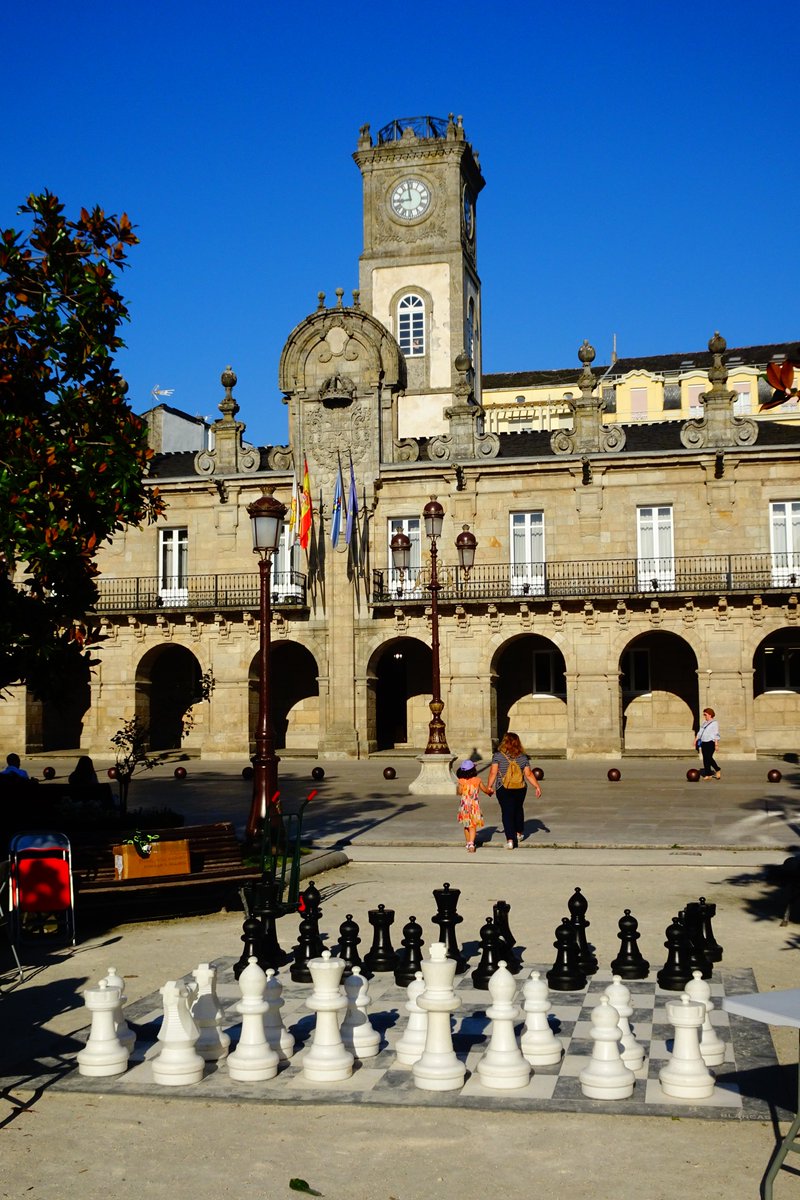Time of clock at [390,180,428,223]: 8:58
